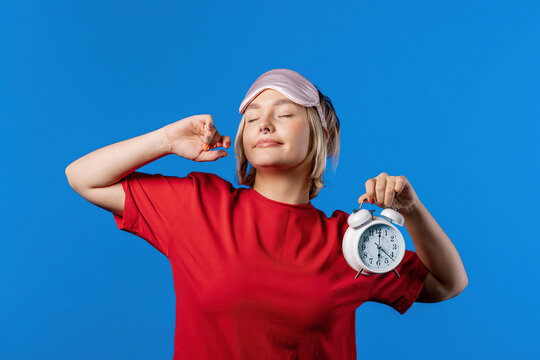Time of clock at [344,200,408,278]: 6:00
